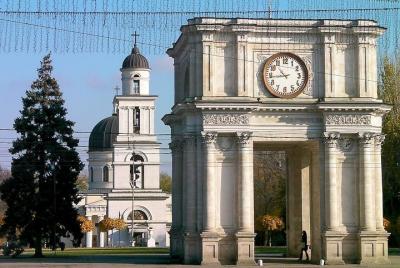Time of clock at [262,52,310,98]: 10:43
